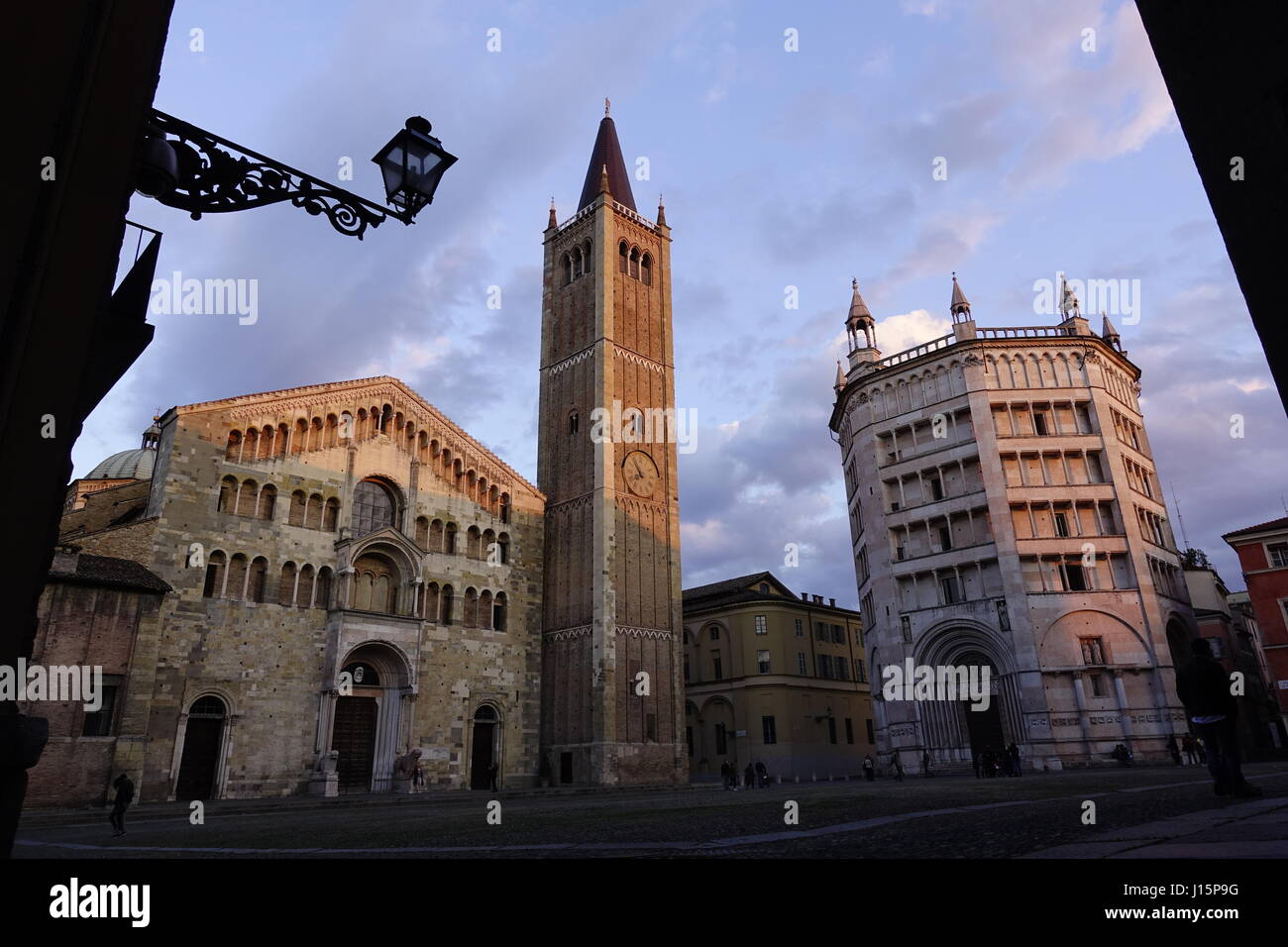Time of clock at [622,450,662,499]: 7:54
